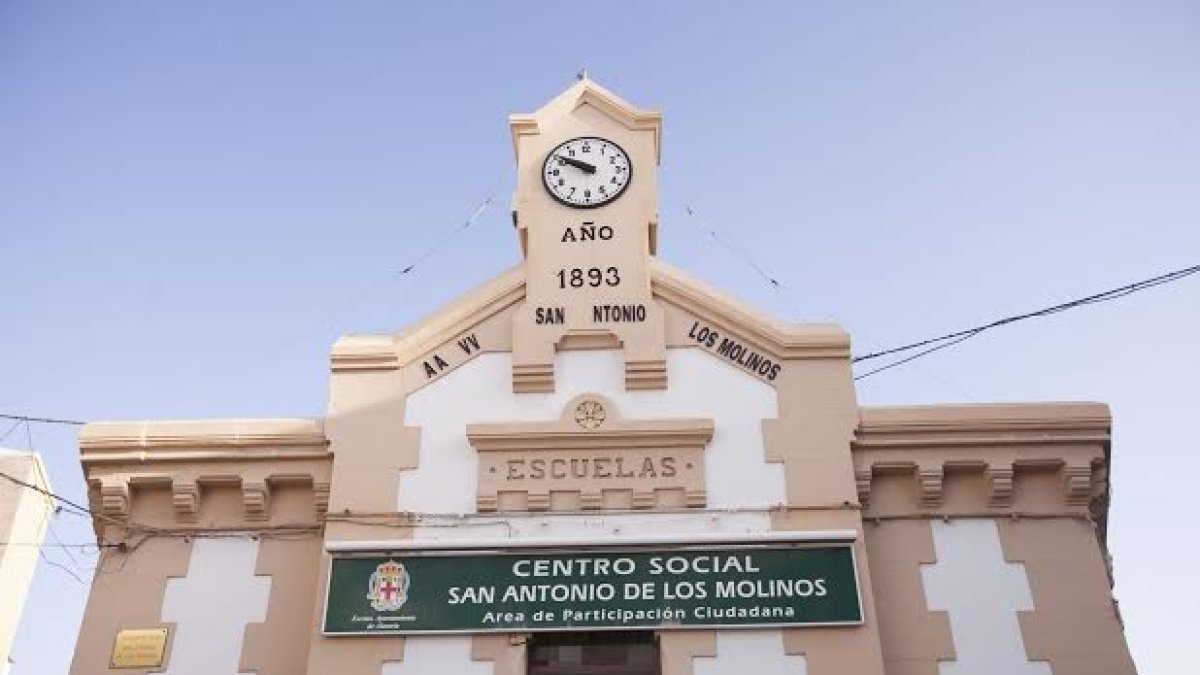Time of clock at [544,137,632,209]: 9:50
